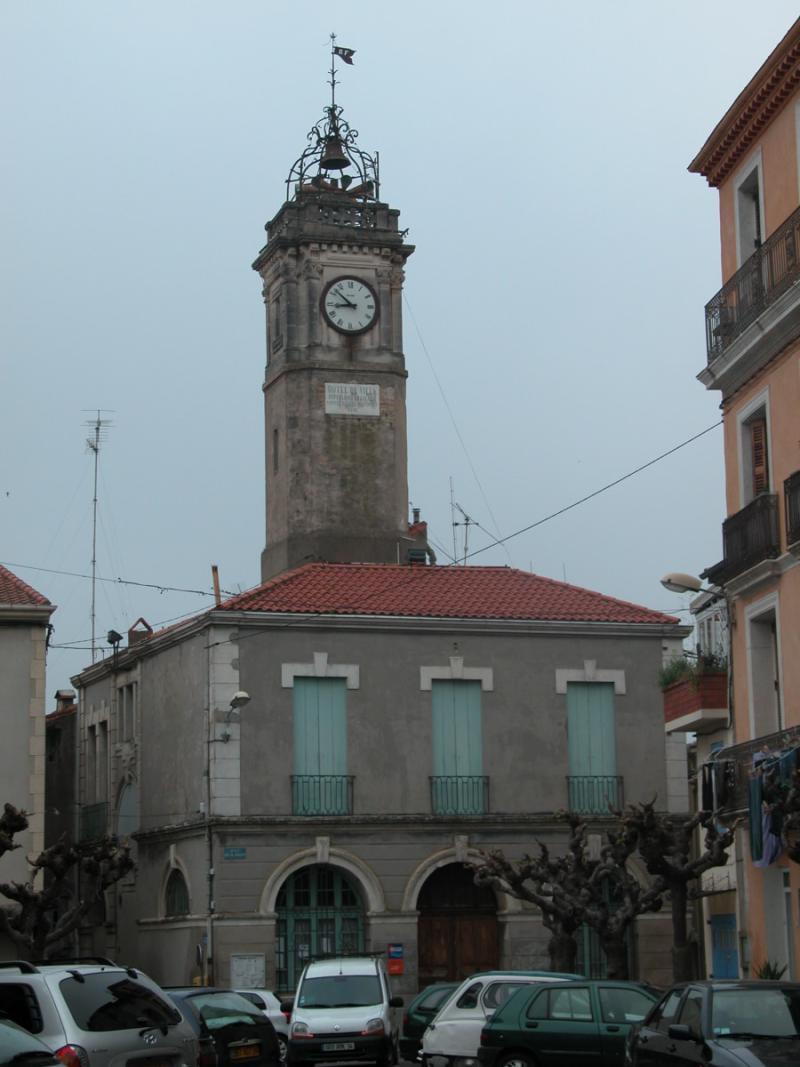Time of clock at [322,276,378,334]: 8:51
